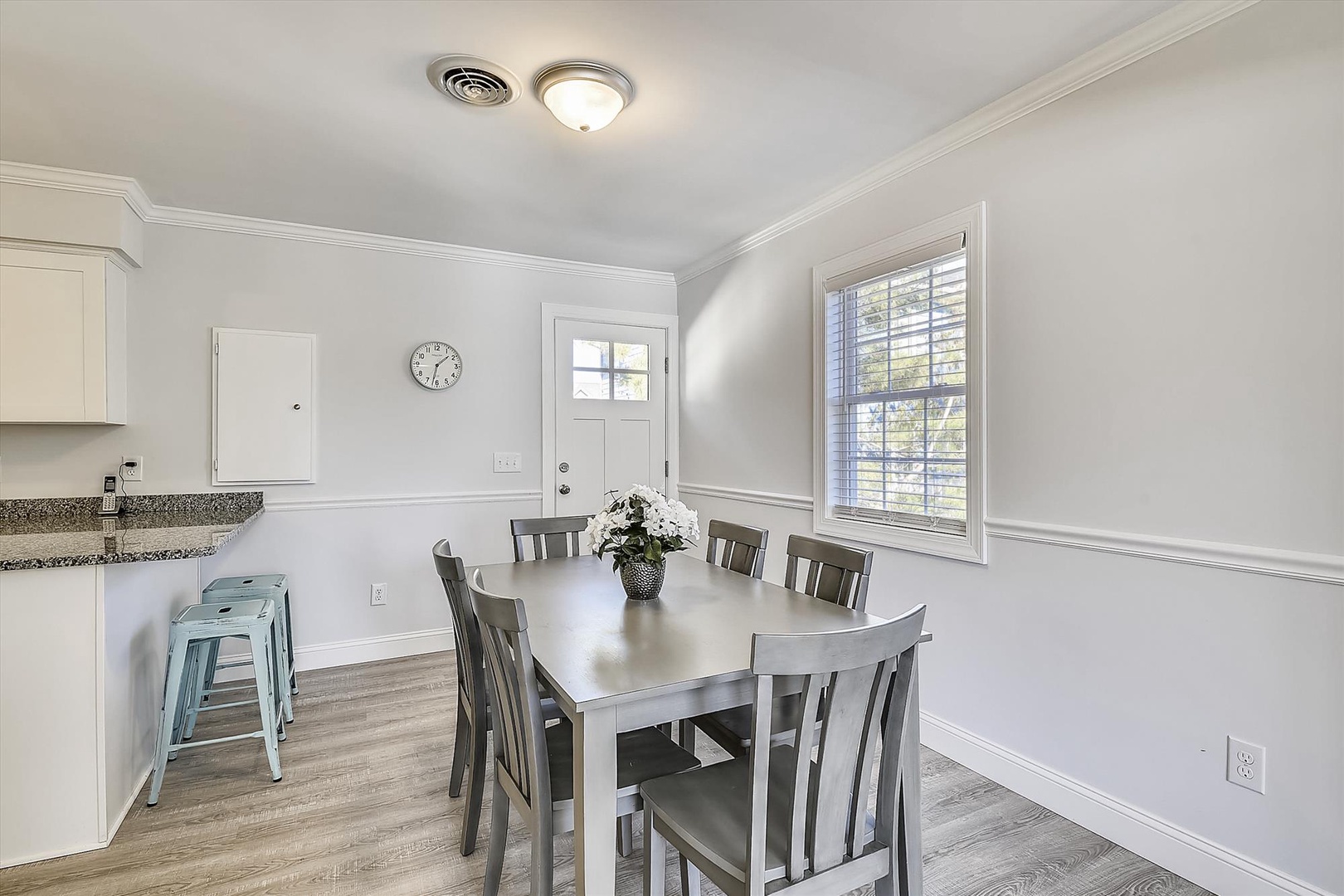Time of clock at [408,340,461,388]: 1:31
